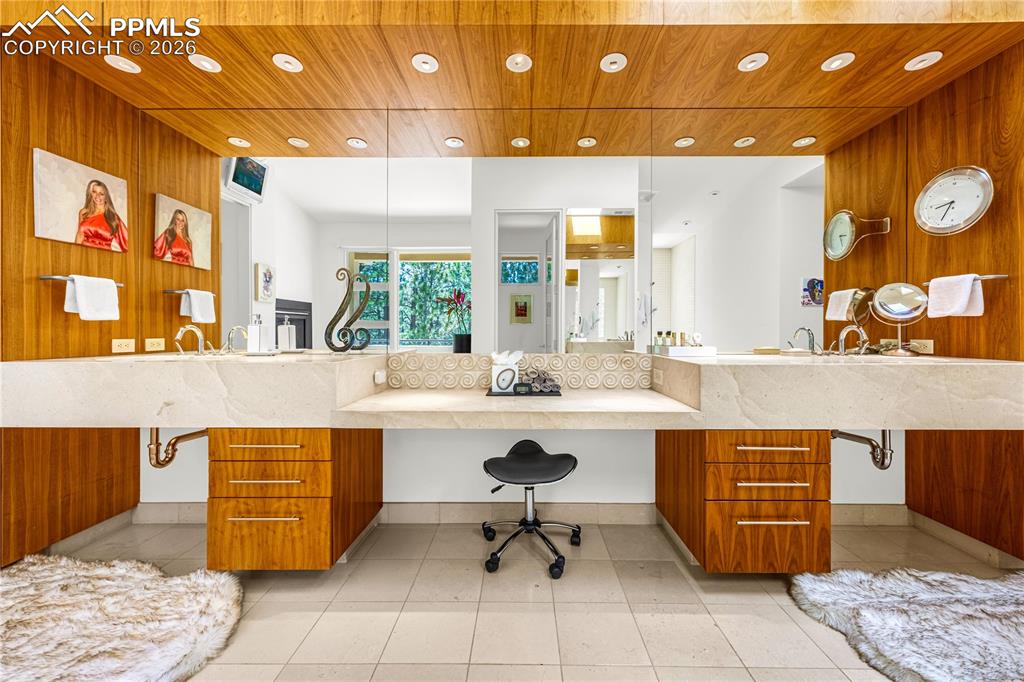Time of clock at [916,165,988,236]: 8:34
